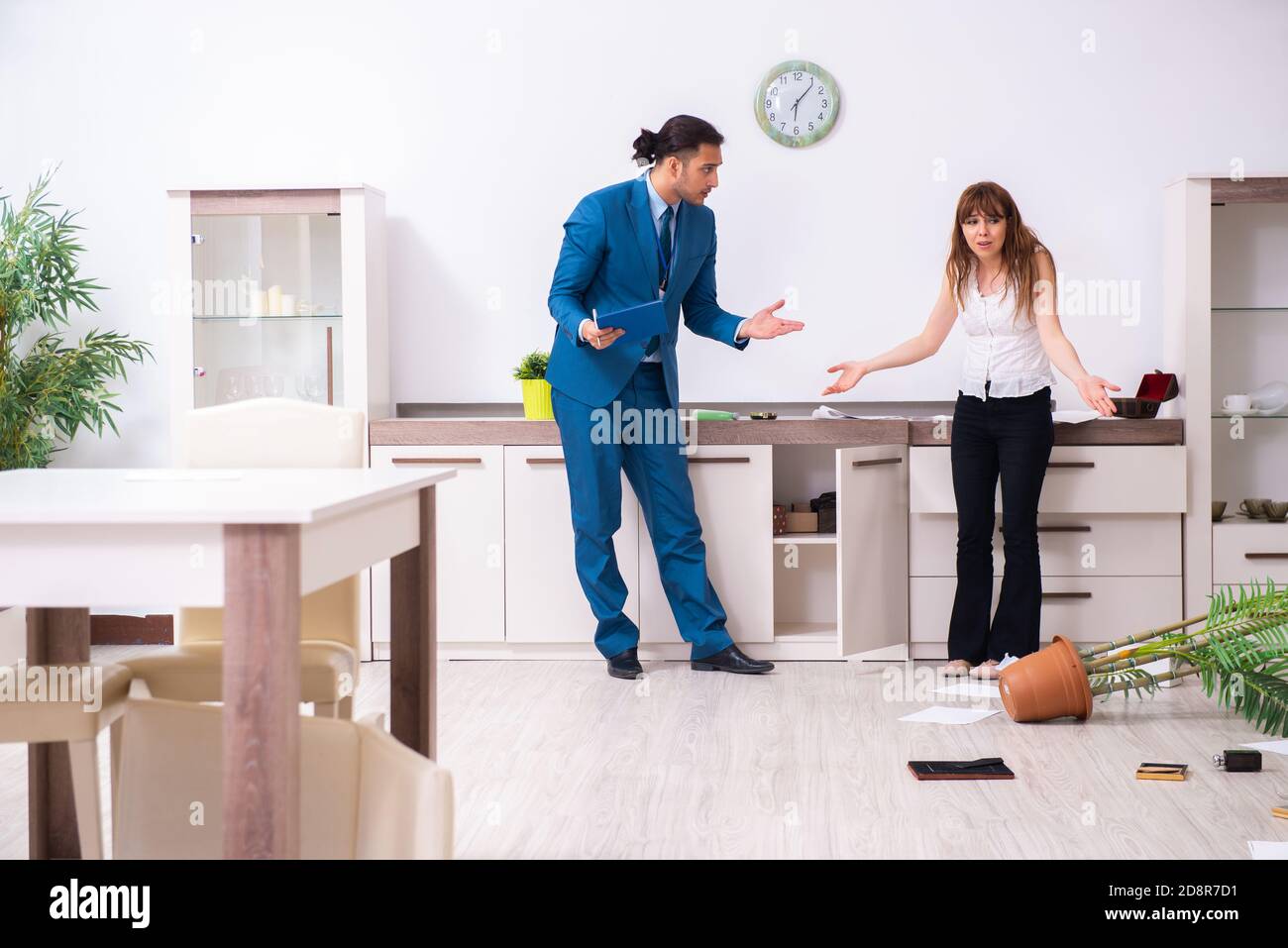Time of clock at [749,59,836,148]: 6:06
